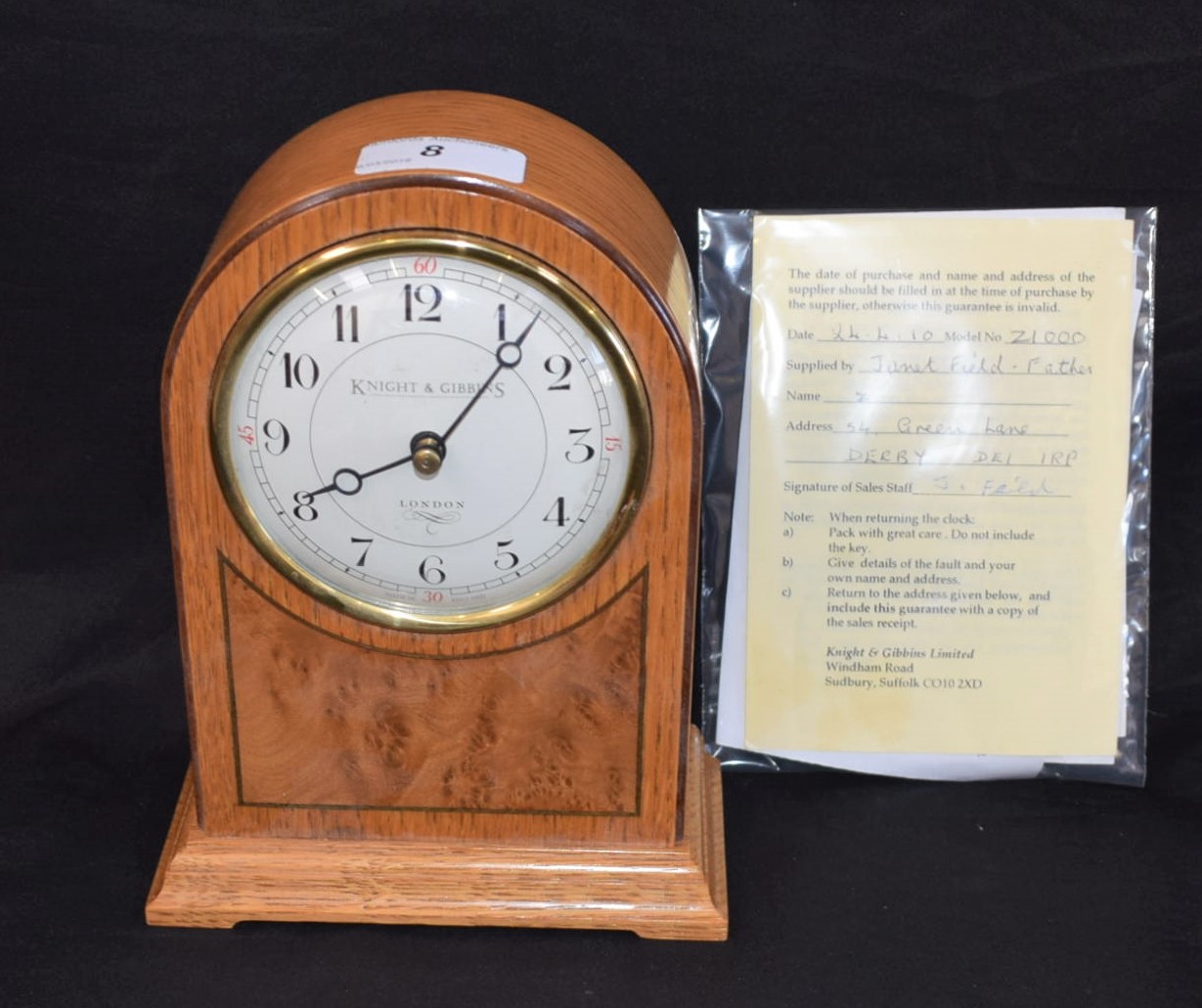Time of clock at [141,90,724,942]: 8:06
